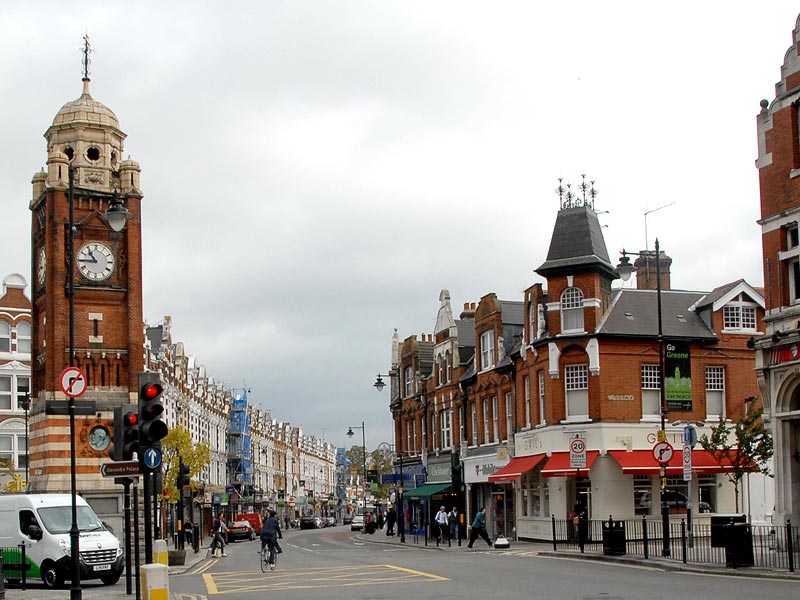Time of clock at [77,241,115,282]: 10:44
